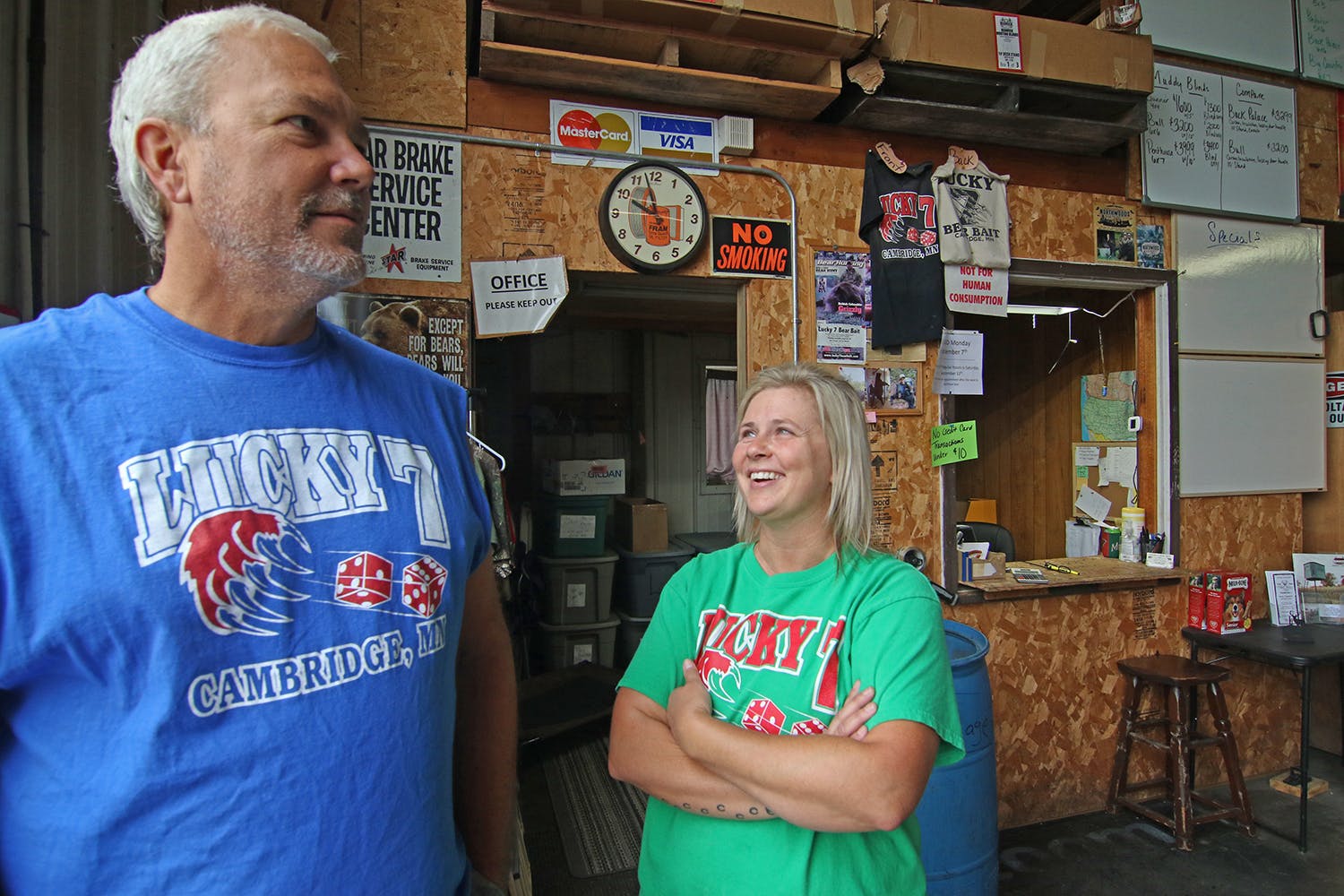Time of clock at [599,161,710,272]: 9:57
